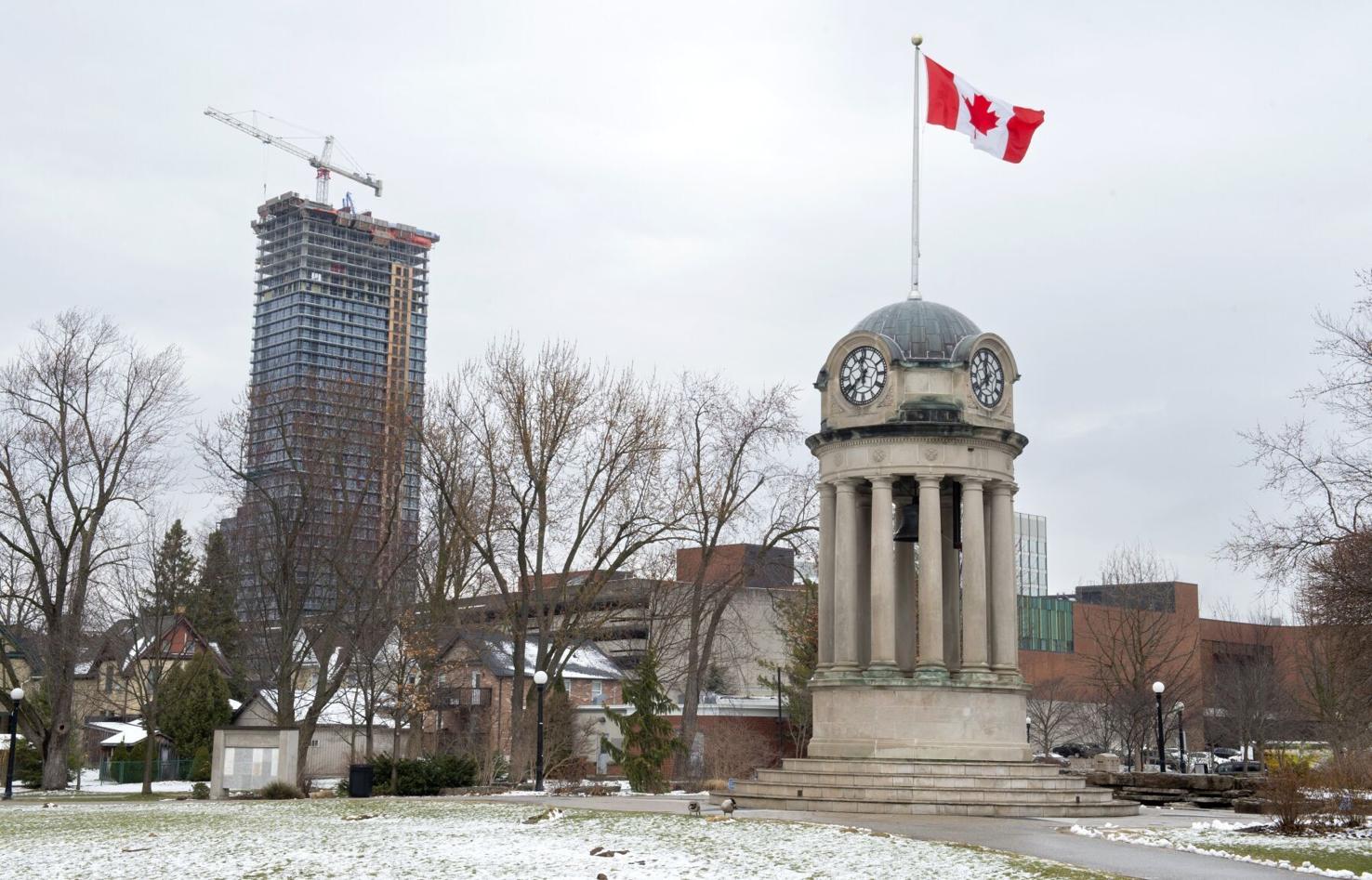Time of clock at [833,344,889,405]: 11:37
